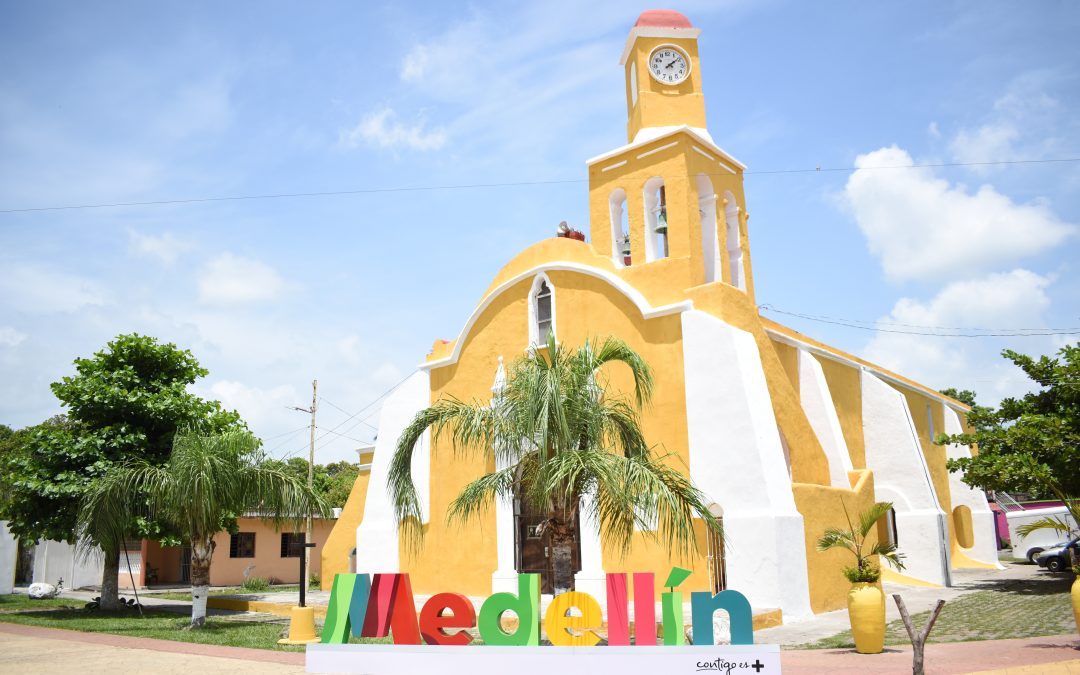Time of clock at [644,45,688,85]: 2:09
